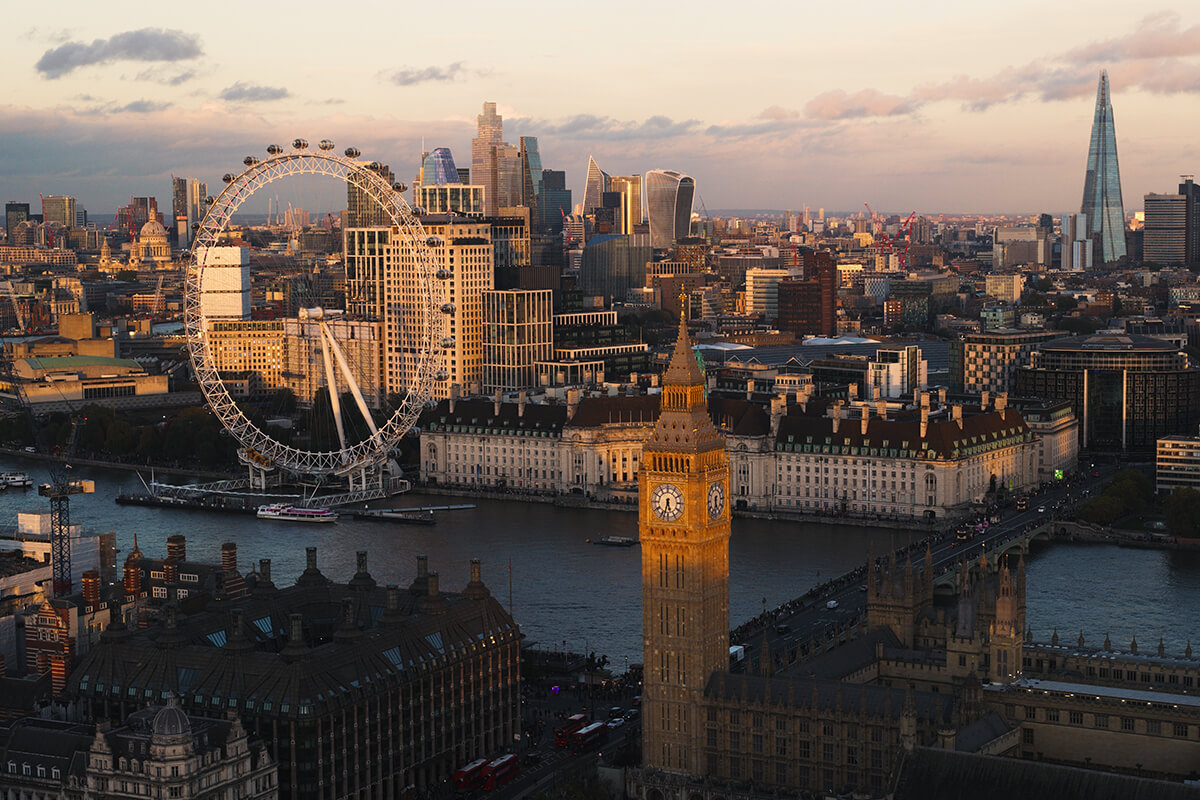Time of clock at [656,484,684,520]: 5:33
